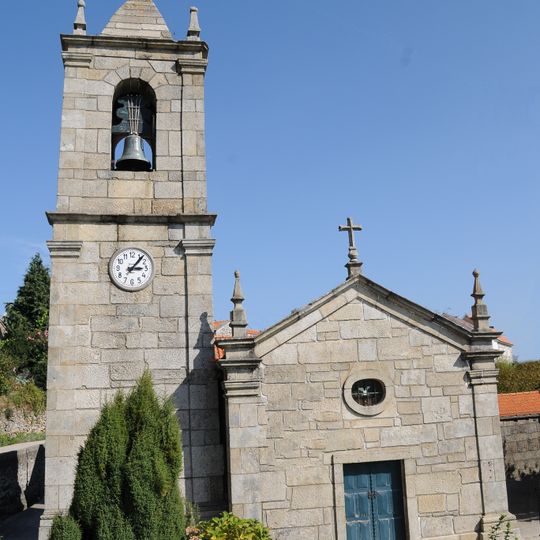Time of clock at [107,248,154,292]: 3:06
